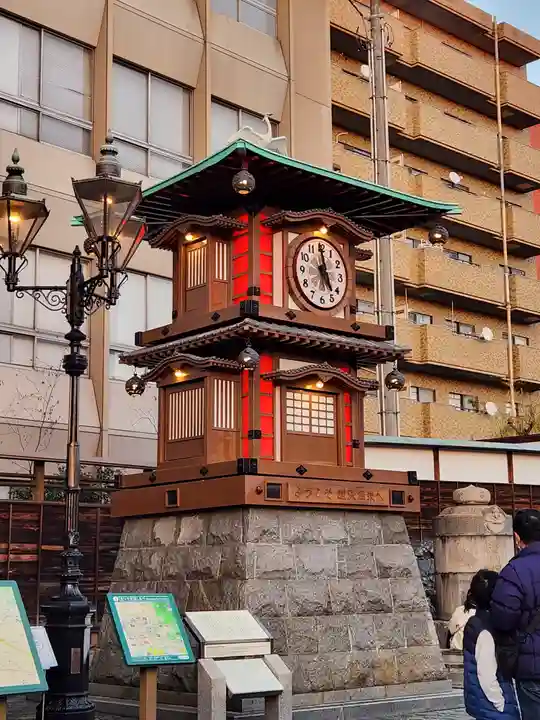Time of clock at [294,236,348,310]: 4:59
